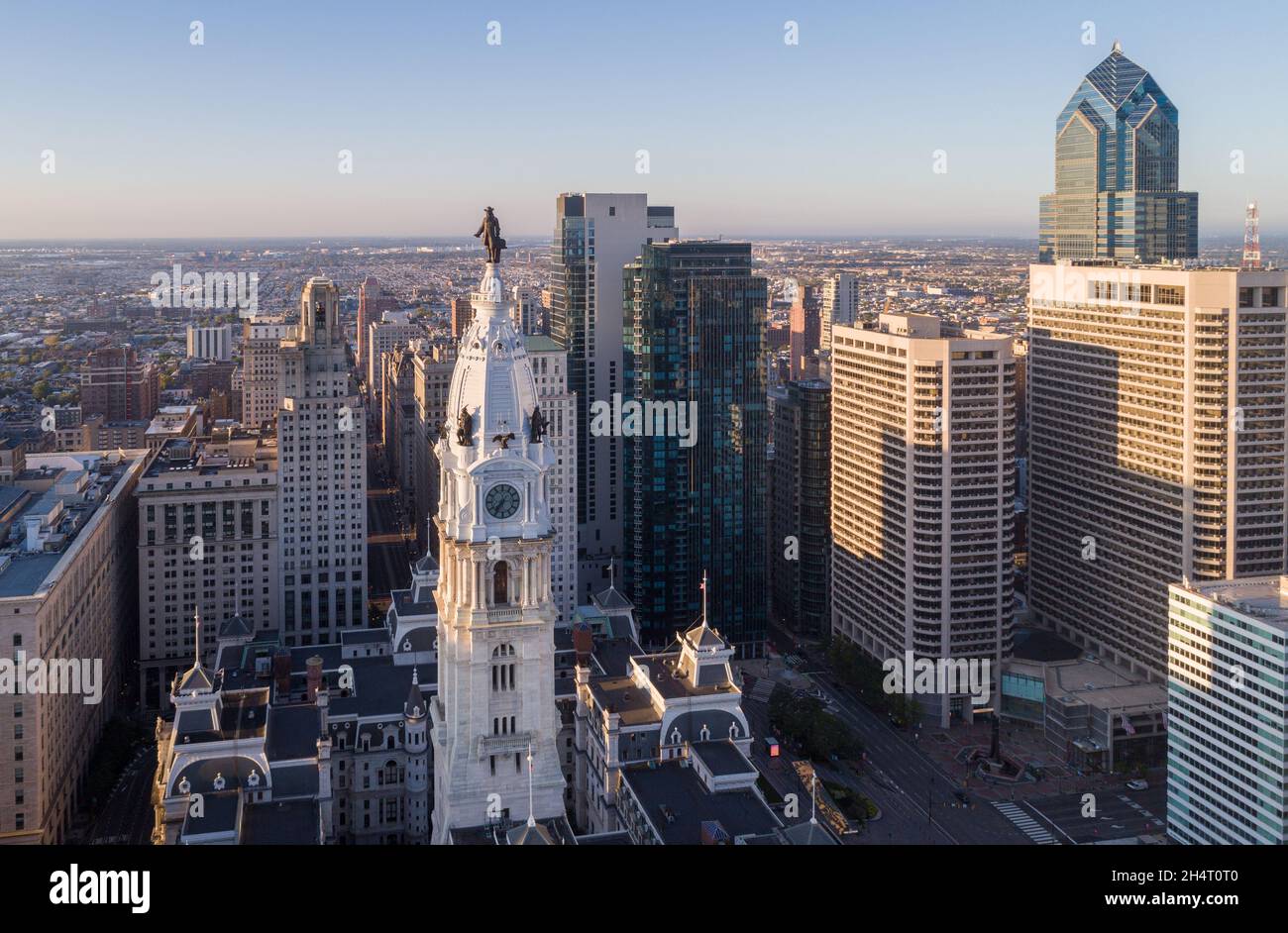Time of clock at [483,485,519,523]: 7:36
